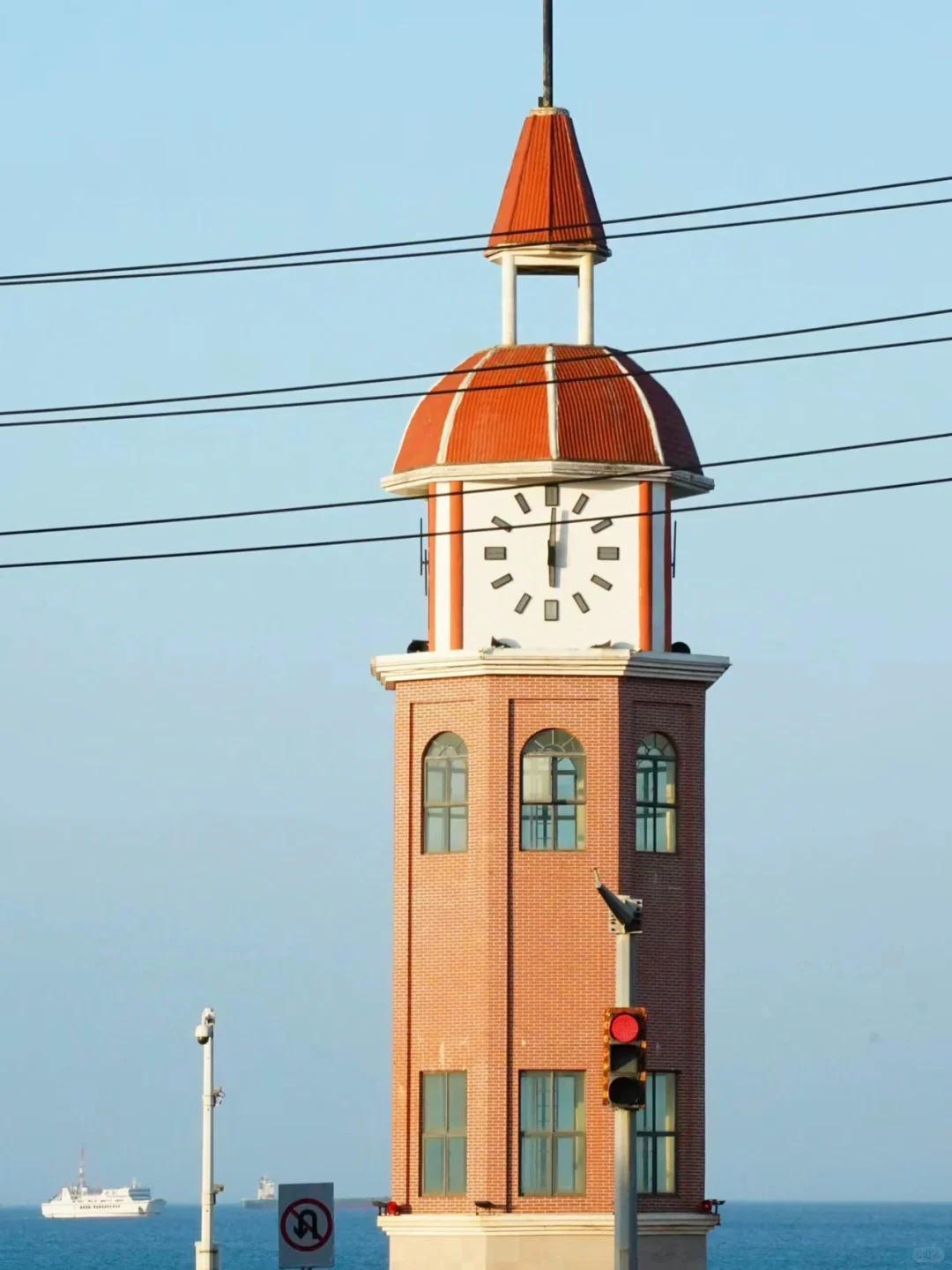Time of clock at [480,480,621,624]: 6:00
